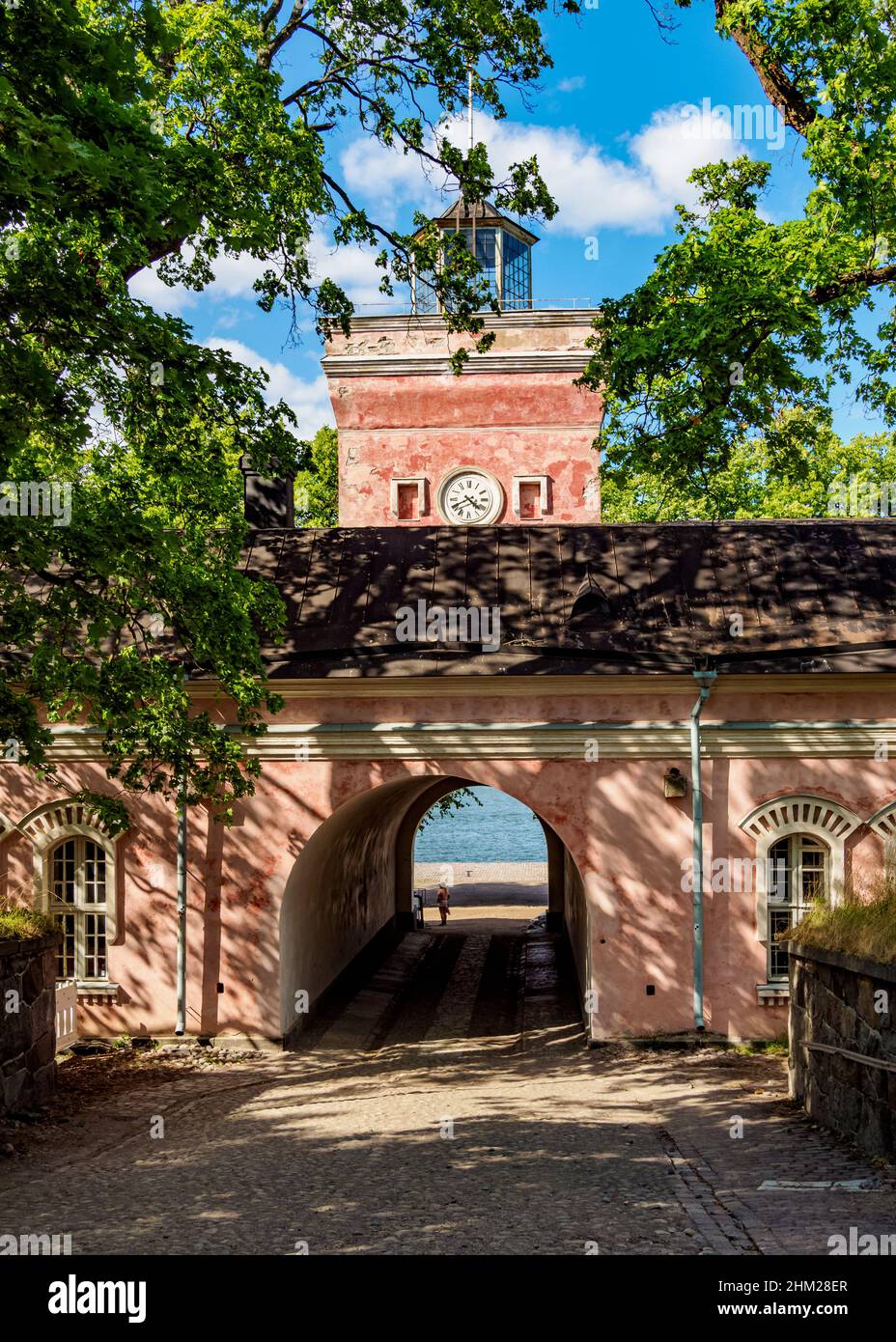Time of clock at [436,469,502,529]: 4:40
